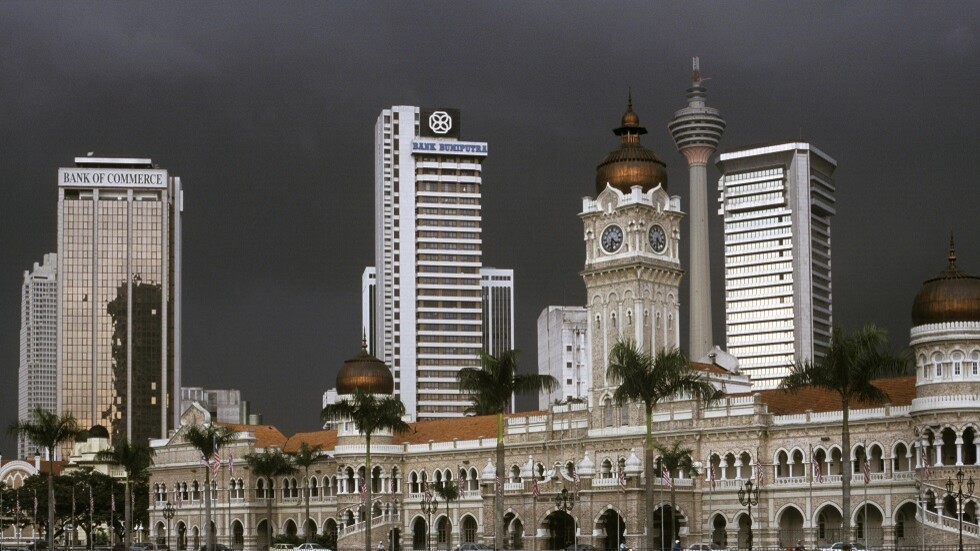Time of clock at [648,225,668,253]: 4:31
